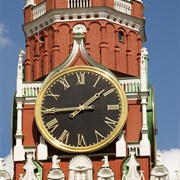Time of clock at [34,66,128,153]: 1:44
